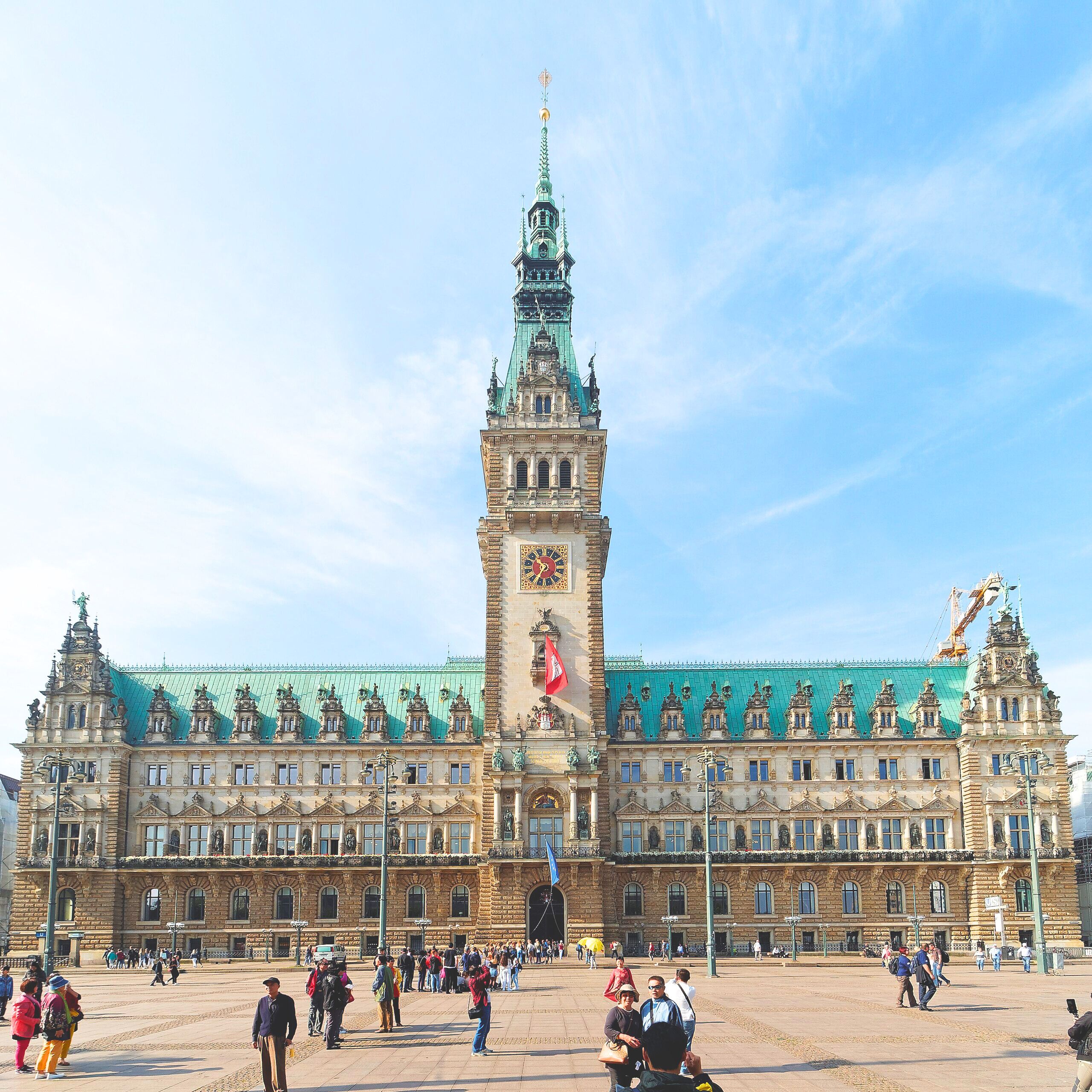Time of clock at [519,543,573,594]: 10:36
